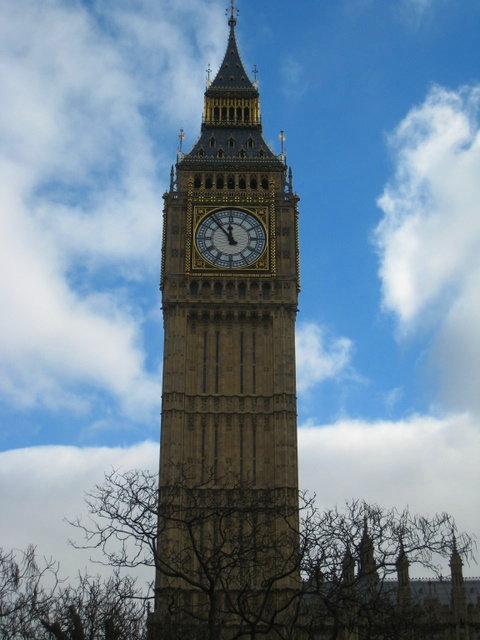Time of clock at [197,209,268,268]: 11:53
